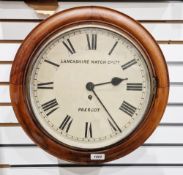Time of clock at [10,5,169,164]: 2:23
